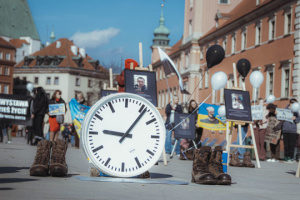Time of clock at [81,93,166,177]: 9:06
